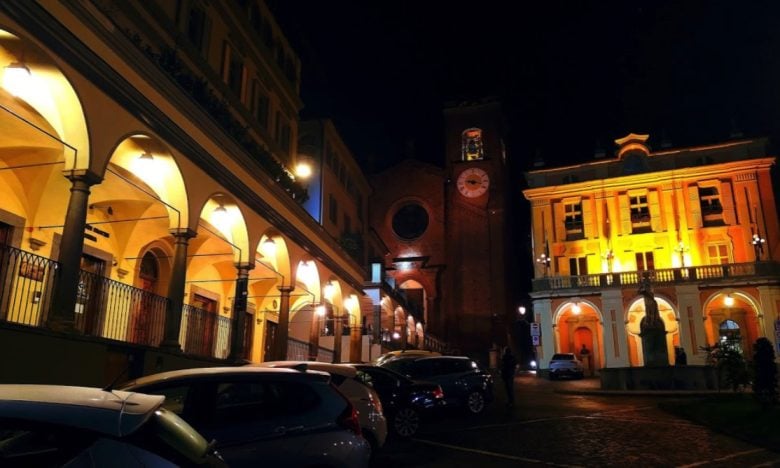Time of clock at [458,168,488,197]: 9:17
